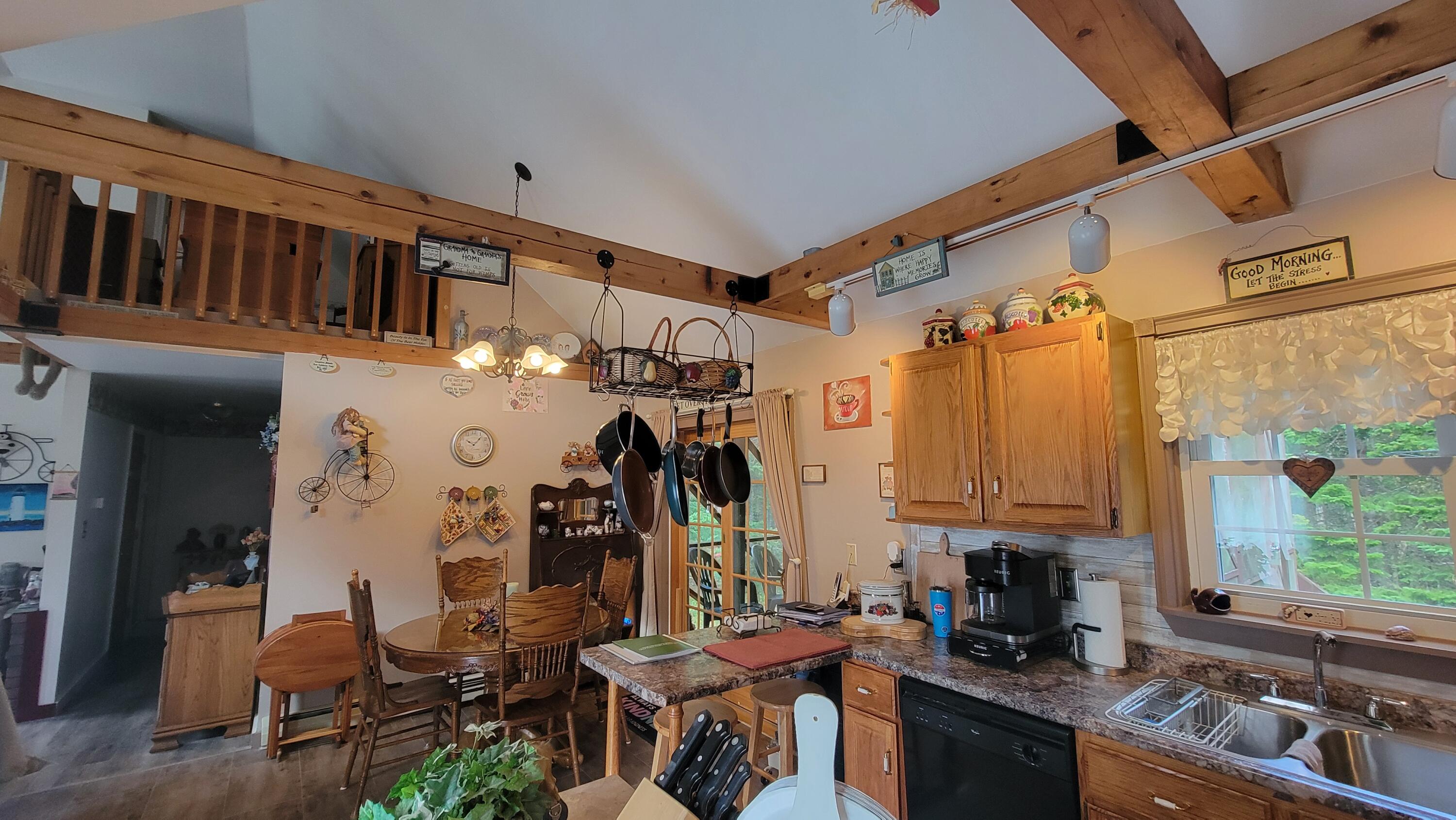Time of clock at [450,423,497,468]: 10:07
